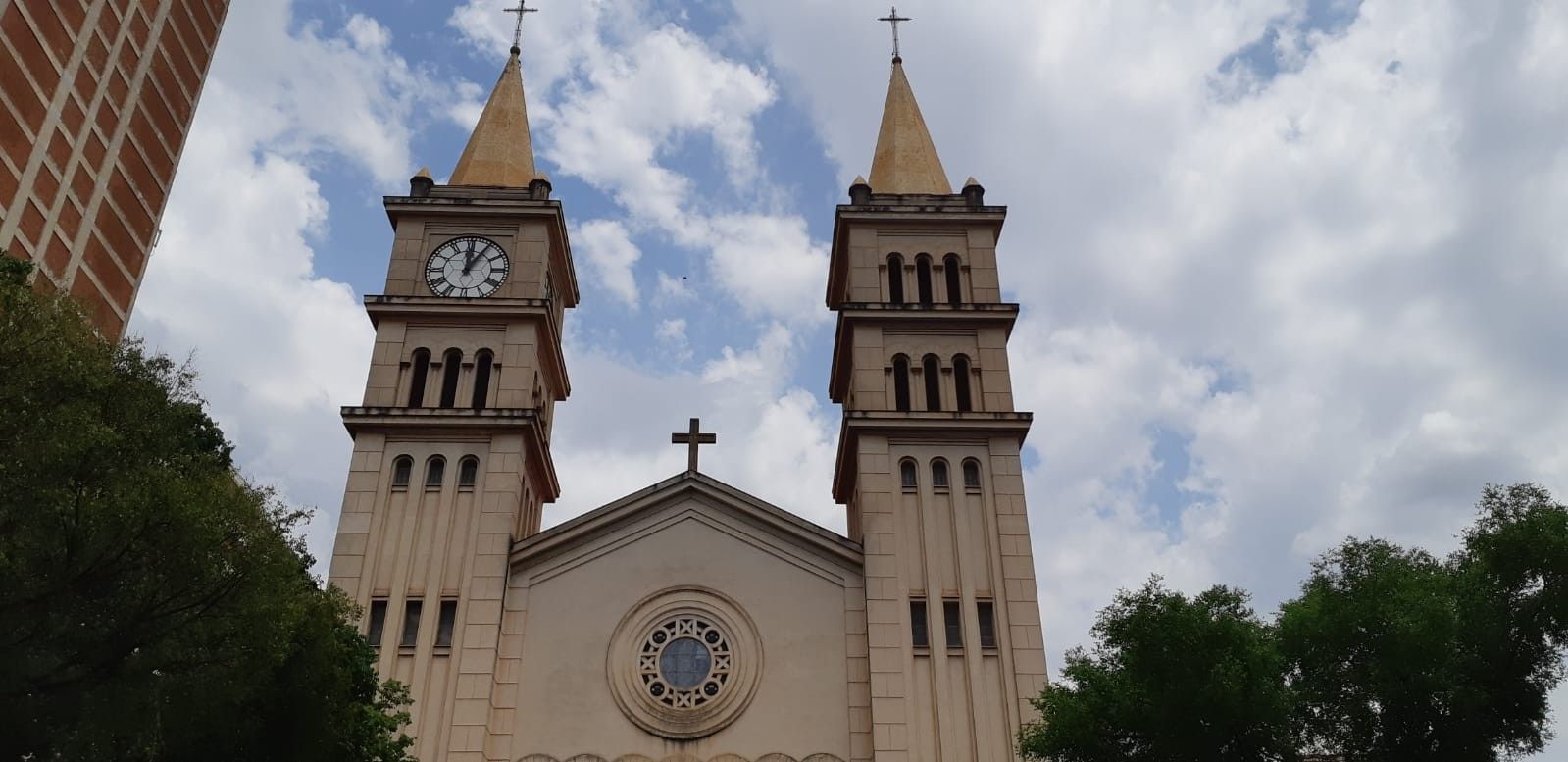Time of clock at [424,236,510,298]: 12:05
